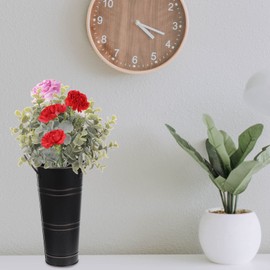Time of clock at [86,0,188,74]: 4:18
